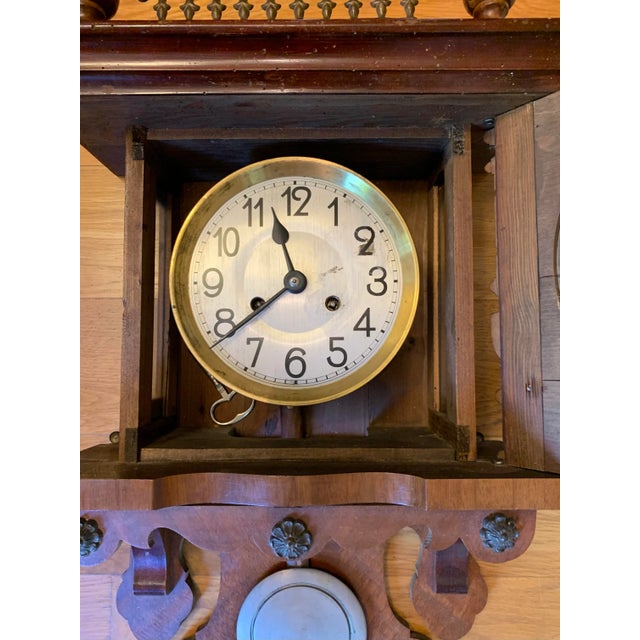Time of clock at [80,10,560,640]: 11:39
